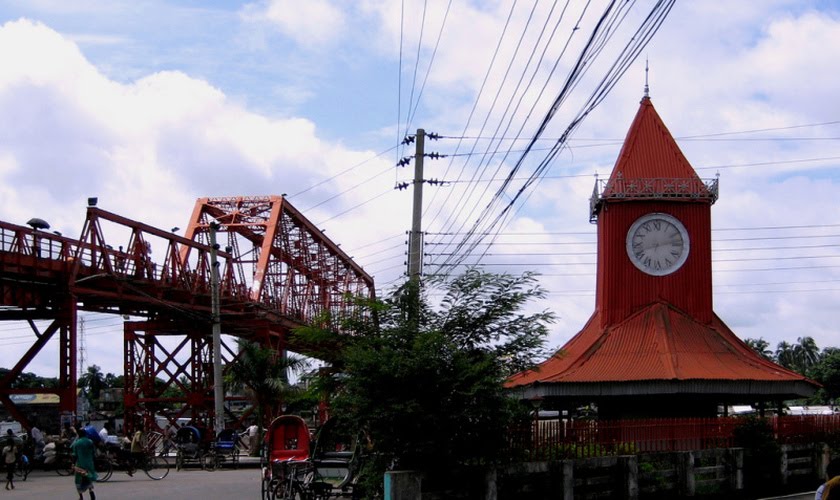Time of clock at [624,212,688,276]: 8:12
